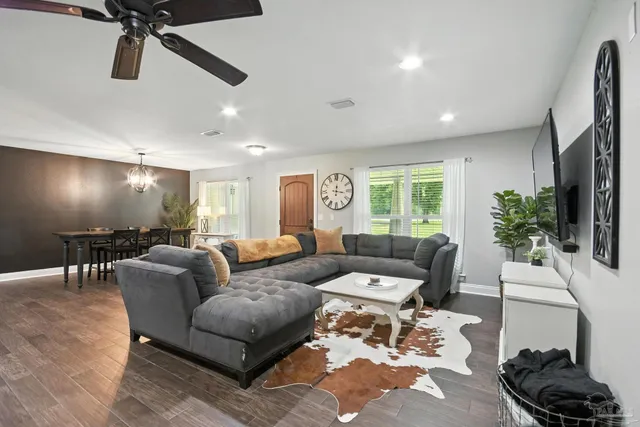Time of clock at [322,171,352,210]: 12:16
